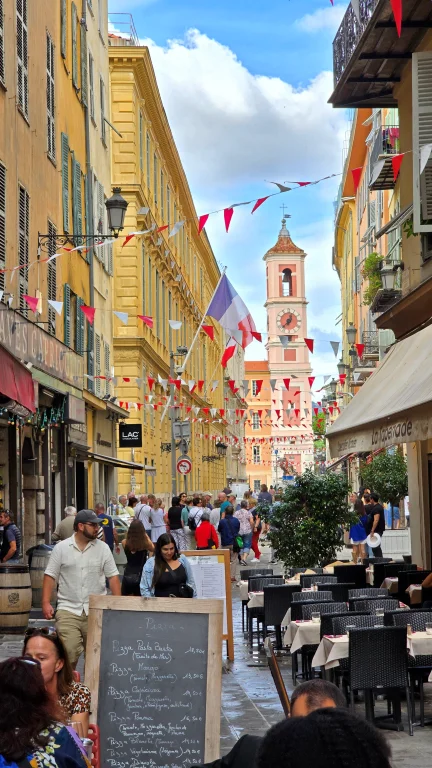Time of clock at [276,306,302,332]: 12:37
